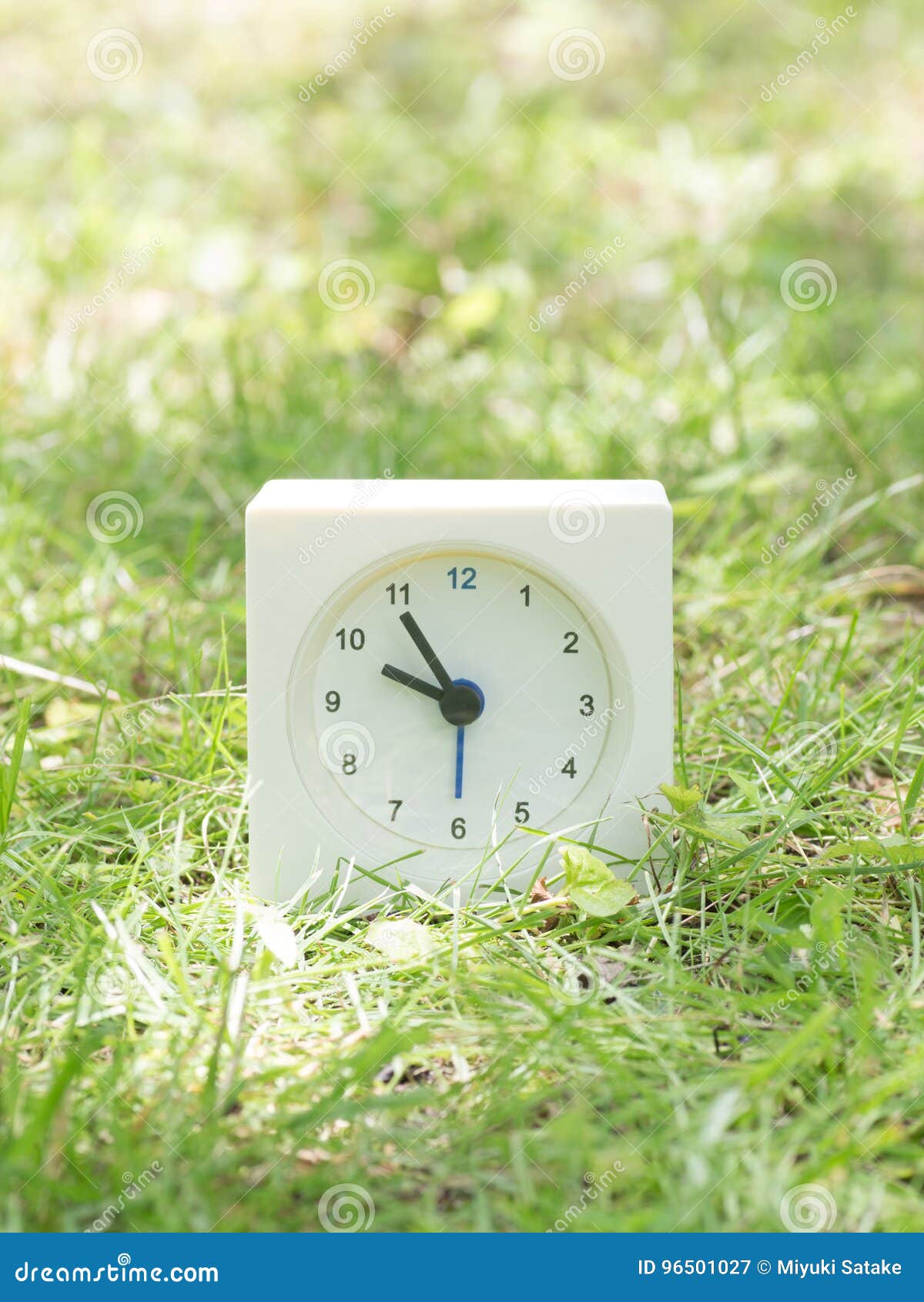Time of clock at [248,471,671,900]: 9:54
